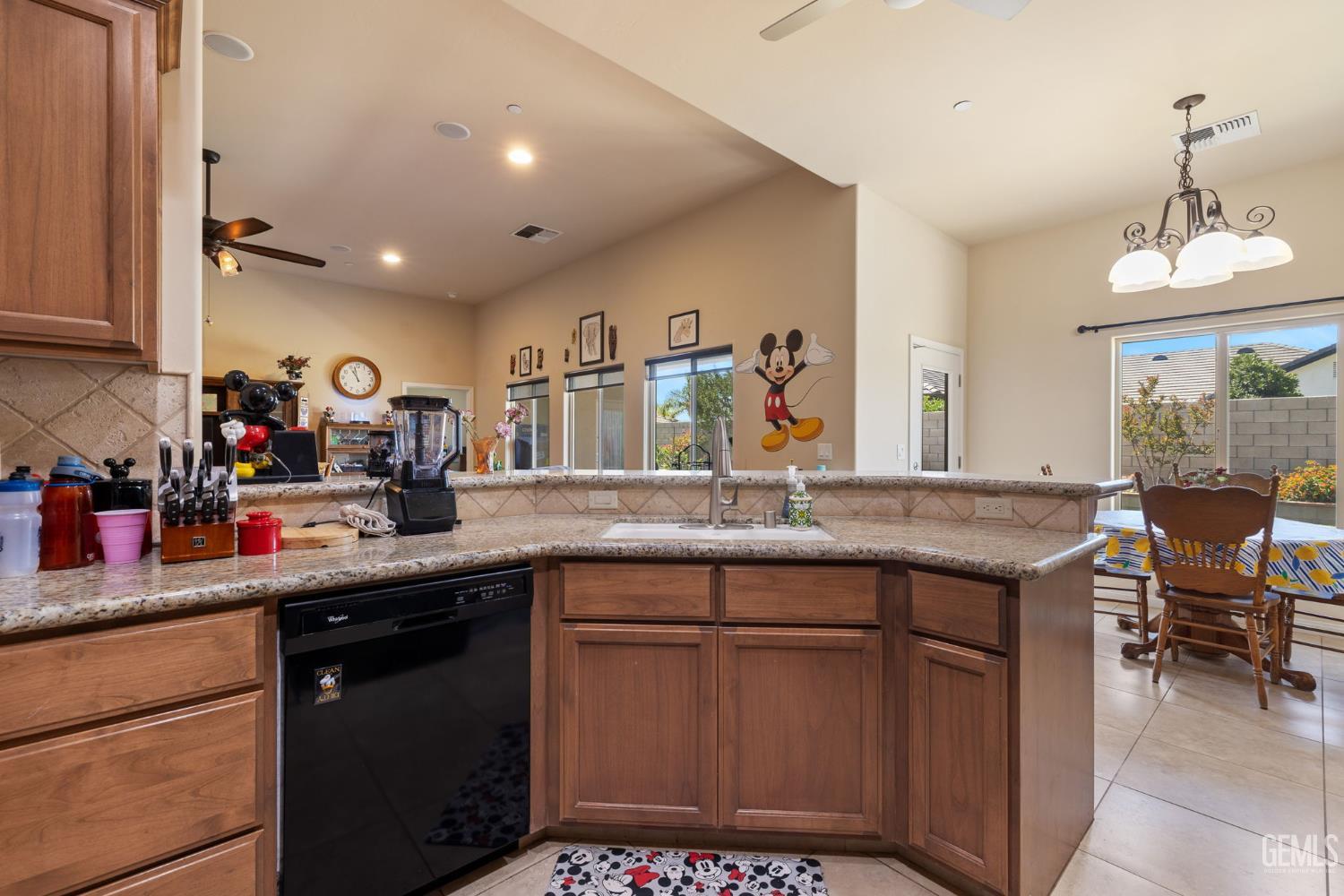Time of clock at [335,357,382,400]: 10:58
